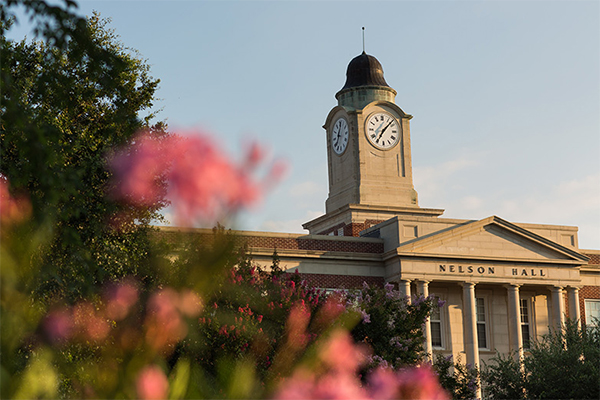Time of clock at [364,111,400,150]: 7:07
